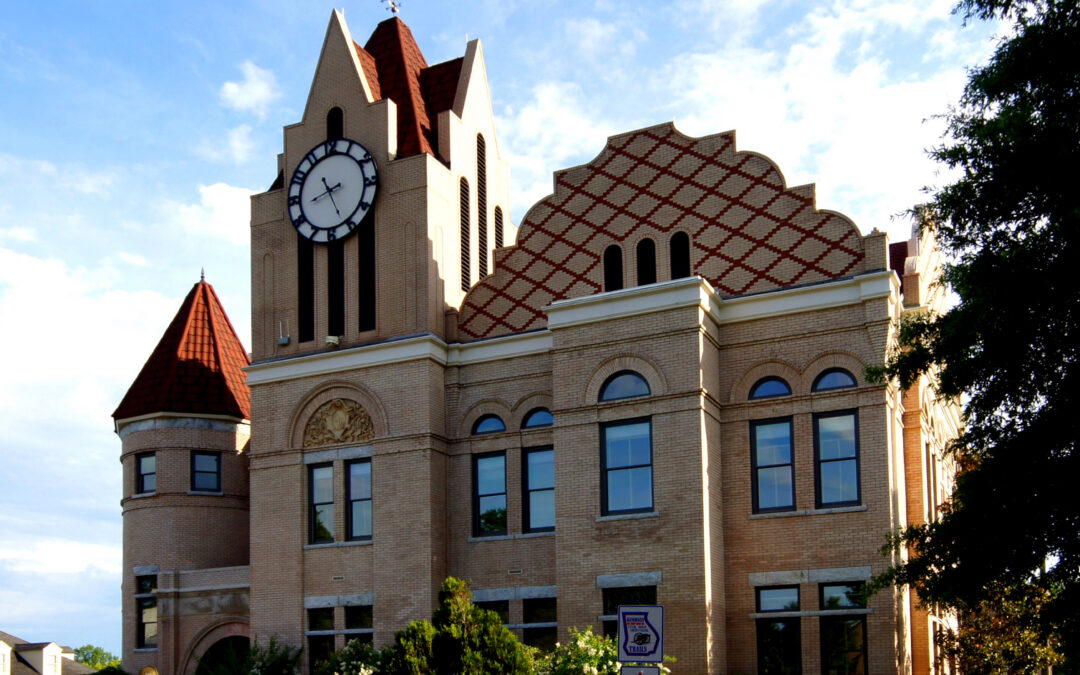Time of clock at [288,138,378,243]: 8:25
